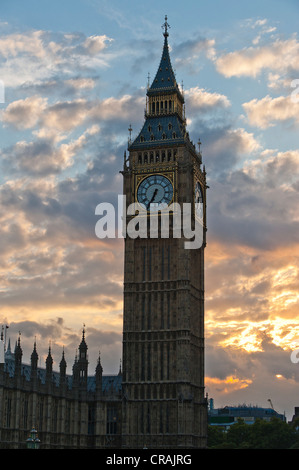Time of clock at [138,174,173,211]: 6:34
